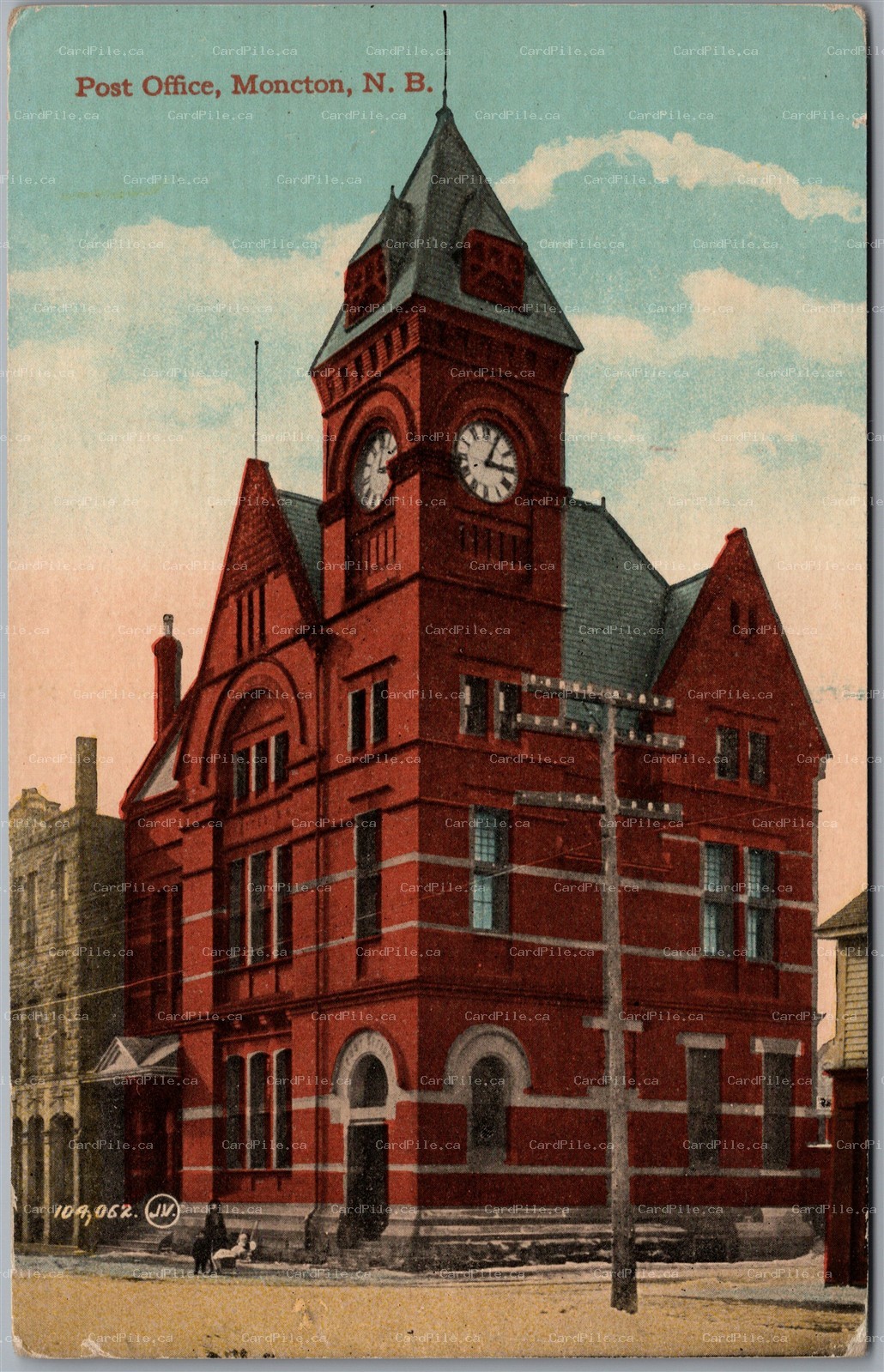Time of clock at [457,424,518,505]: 3:04
